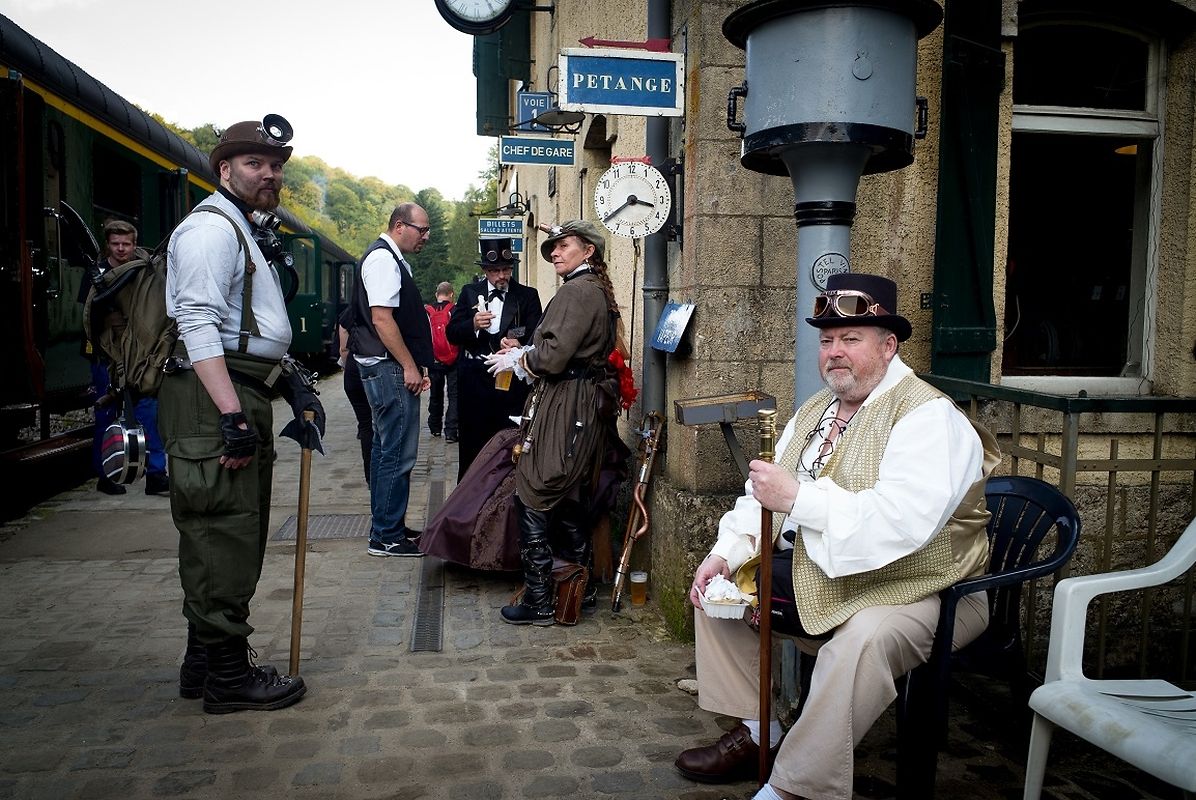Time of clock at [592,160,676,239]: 3:39
